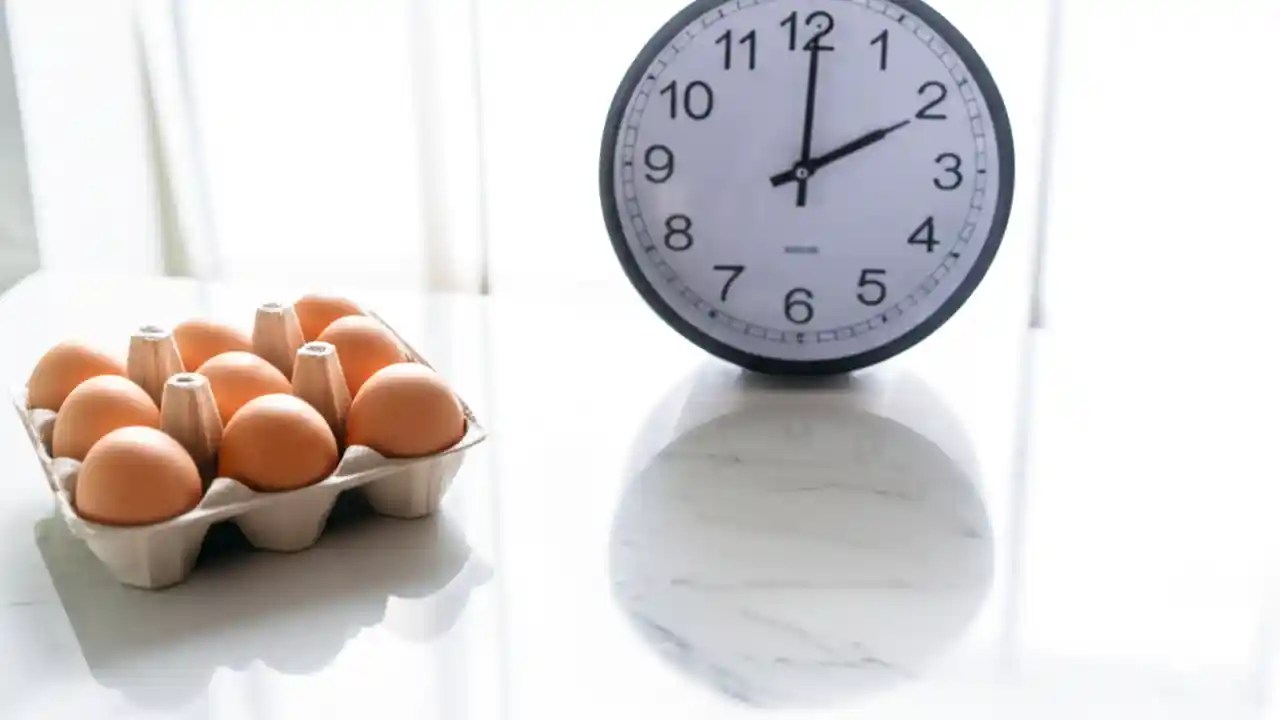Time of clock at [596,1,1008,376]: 2:00
